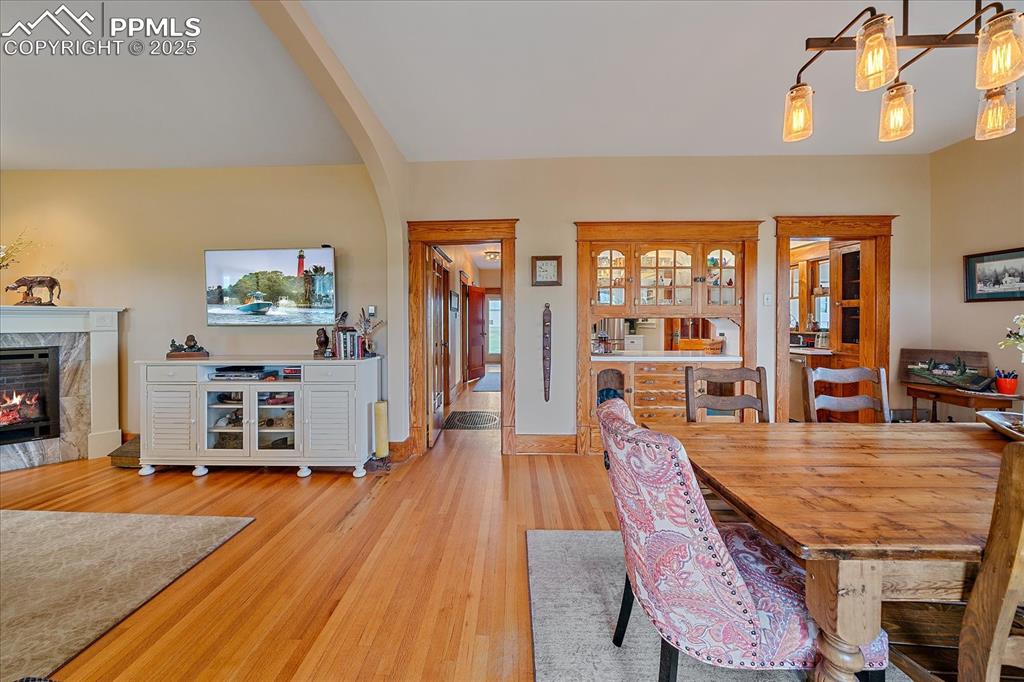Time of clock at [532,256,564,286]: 8:49
